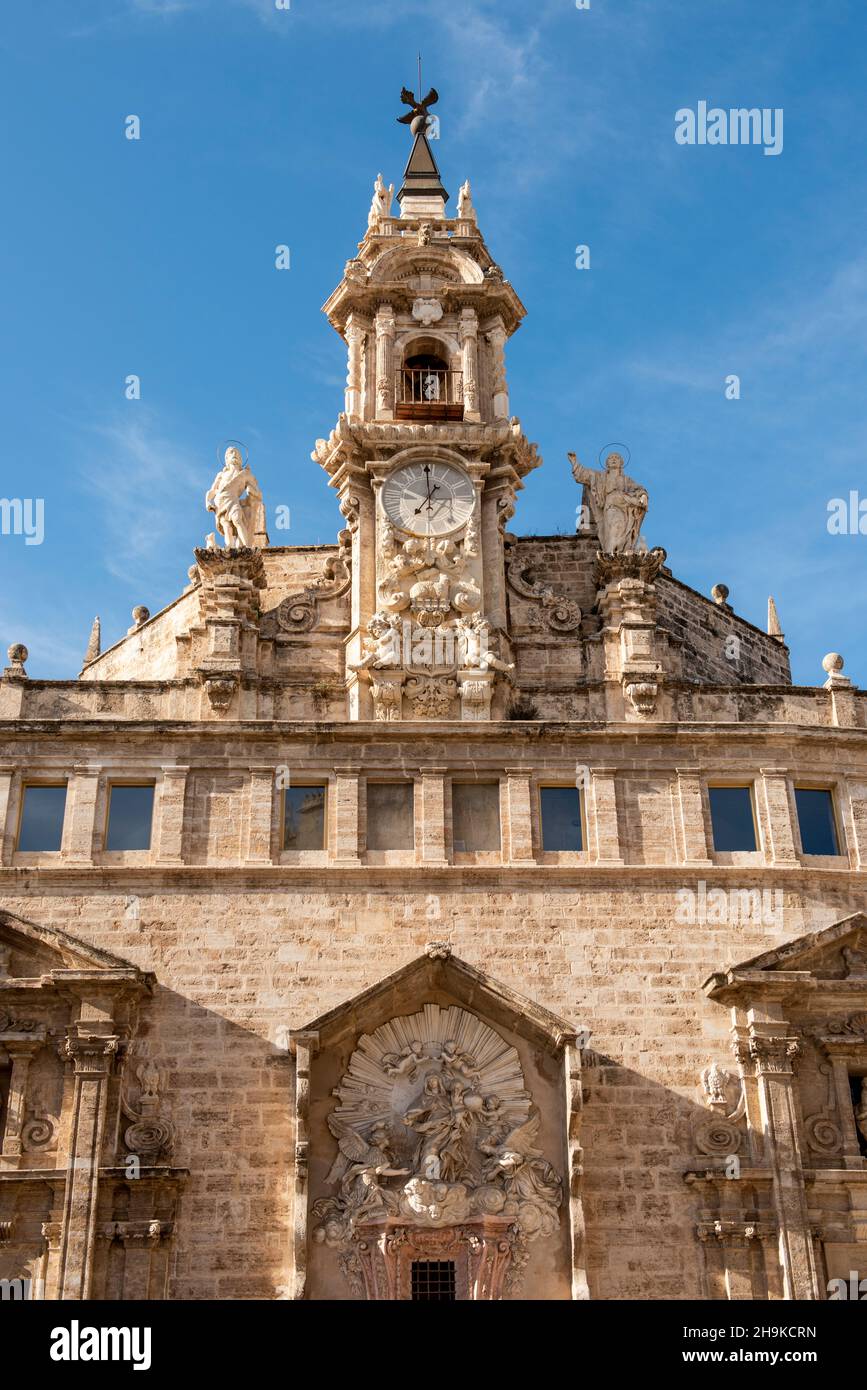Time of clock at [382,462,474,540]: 12:59
